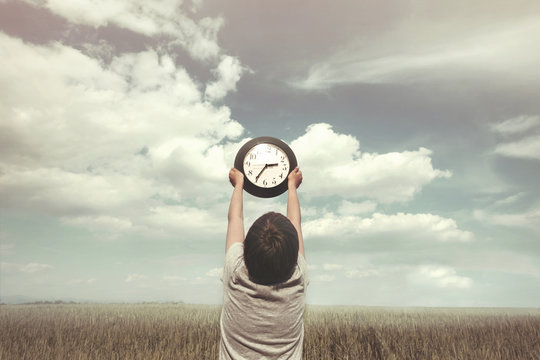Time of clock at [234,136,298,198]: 2:35
